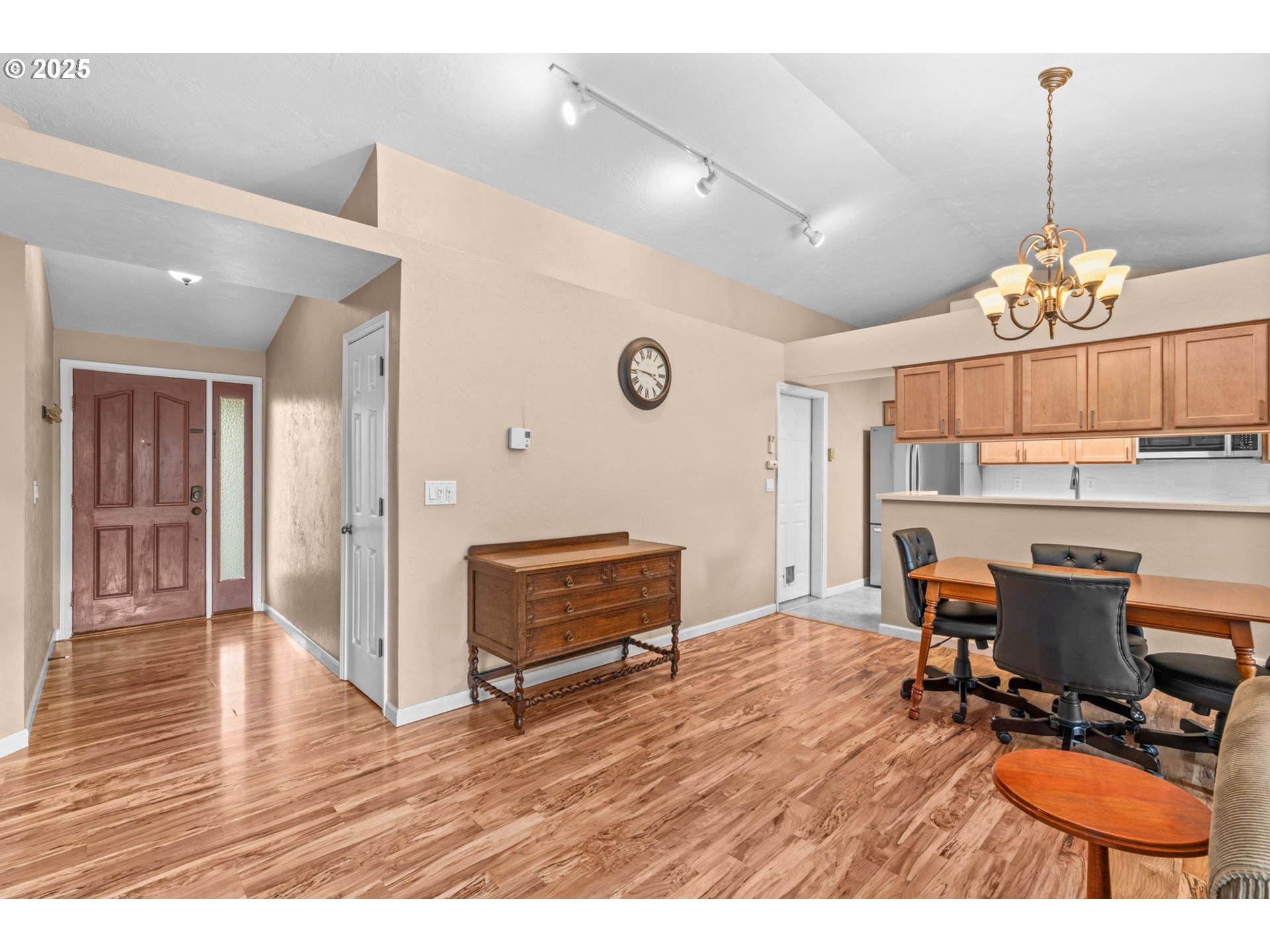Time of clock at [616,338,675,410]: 3:46
